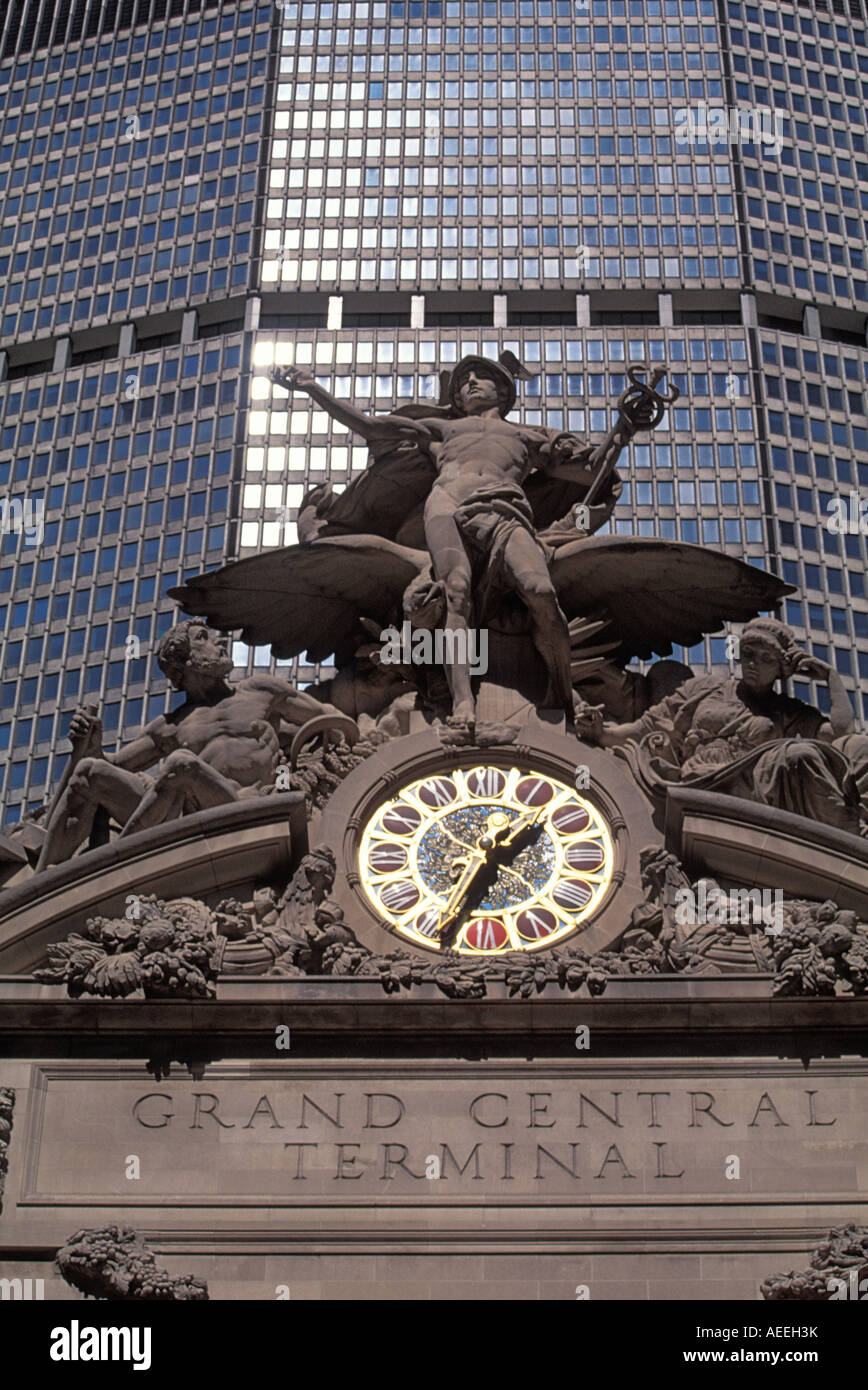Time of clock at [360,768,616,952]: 1:34
